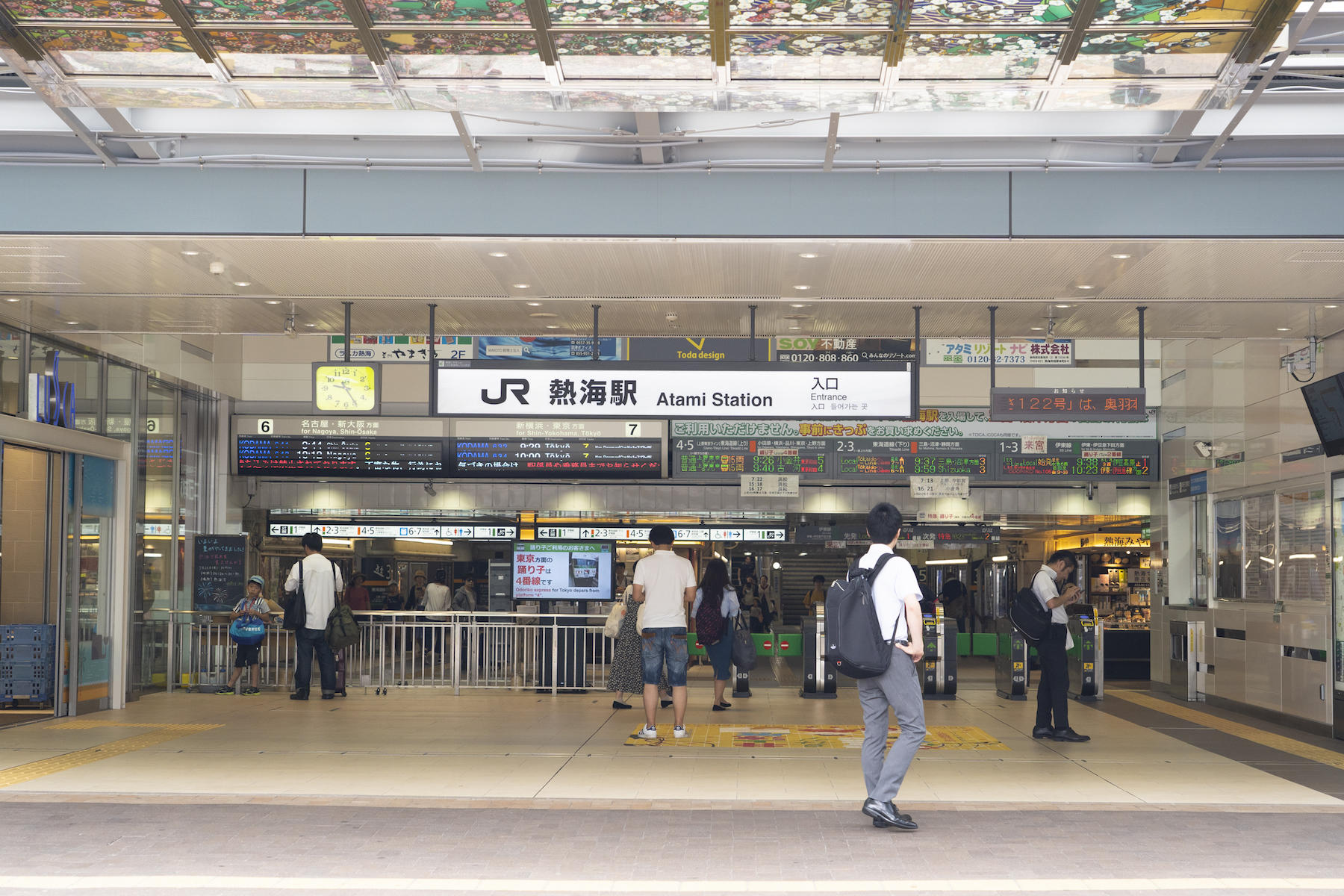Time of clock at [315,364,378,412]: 9:25
